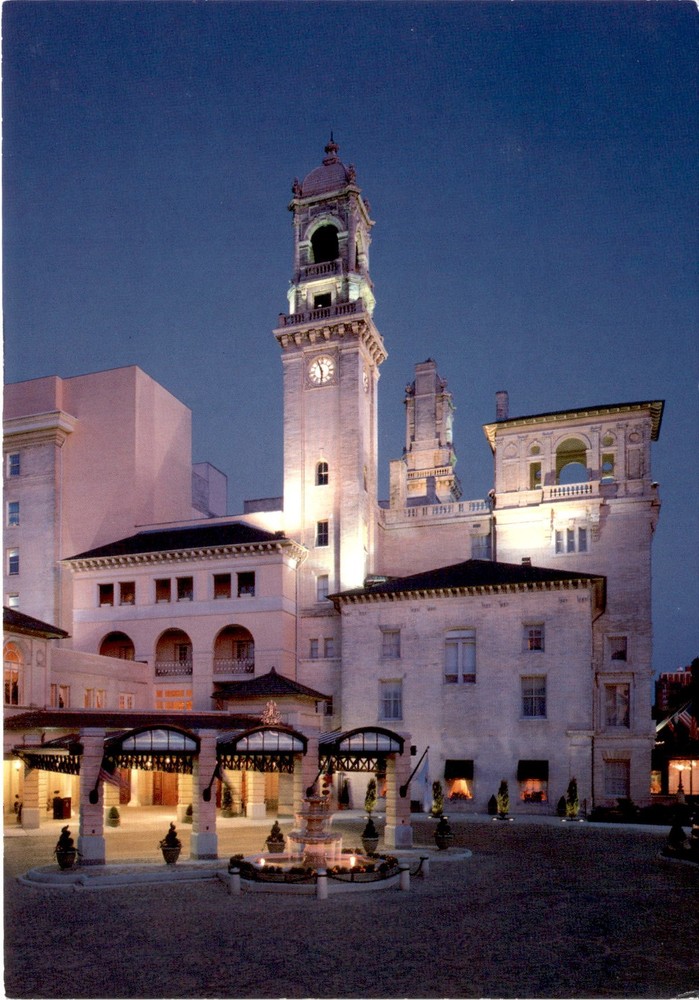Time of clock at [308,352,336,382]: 5:56
